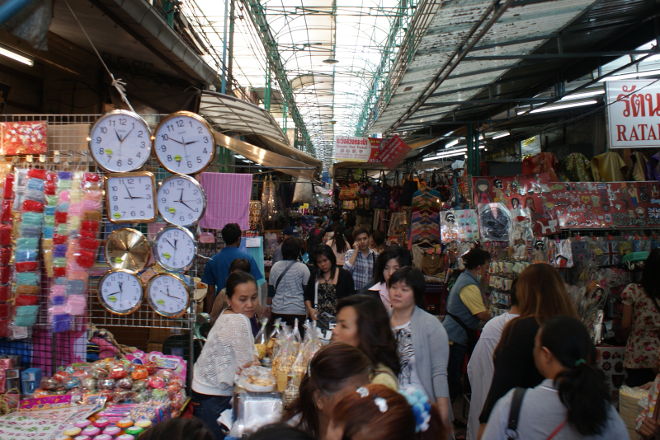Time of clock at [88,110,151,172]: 11:06
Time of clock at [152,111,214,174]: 2:50
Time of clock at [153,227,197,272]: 11:51
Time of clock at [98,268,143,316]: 11:41
